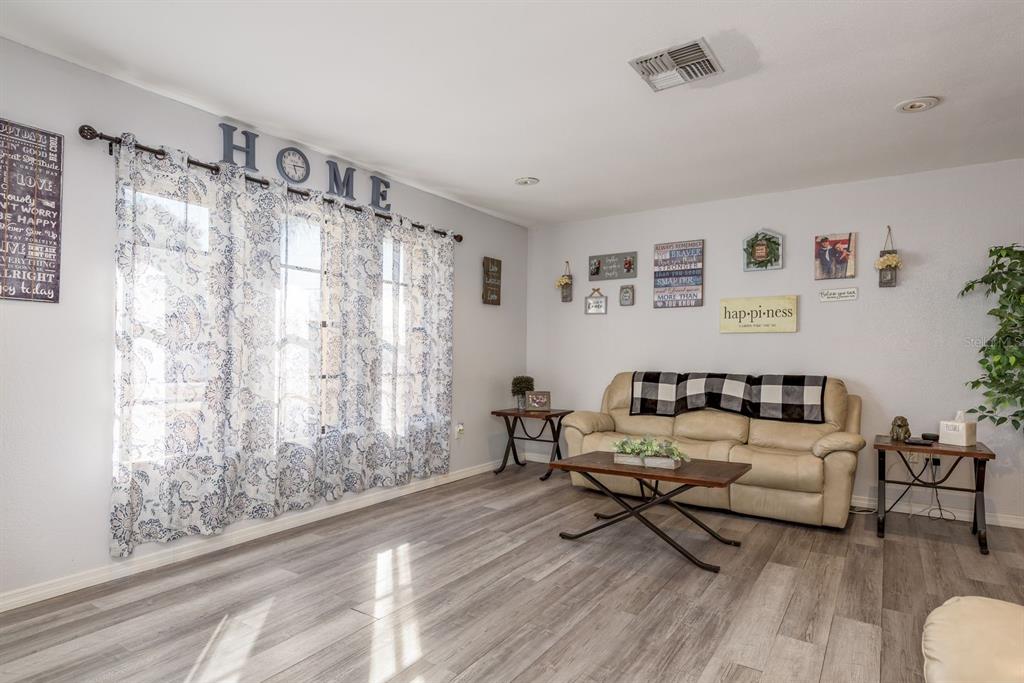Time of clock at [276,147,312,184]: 5:13
